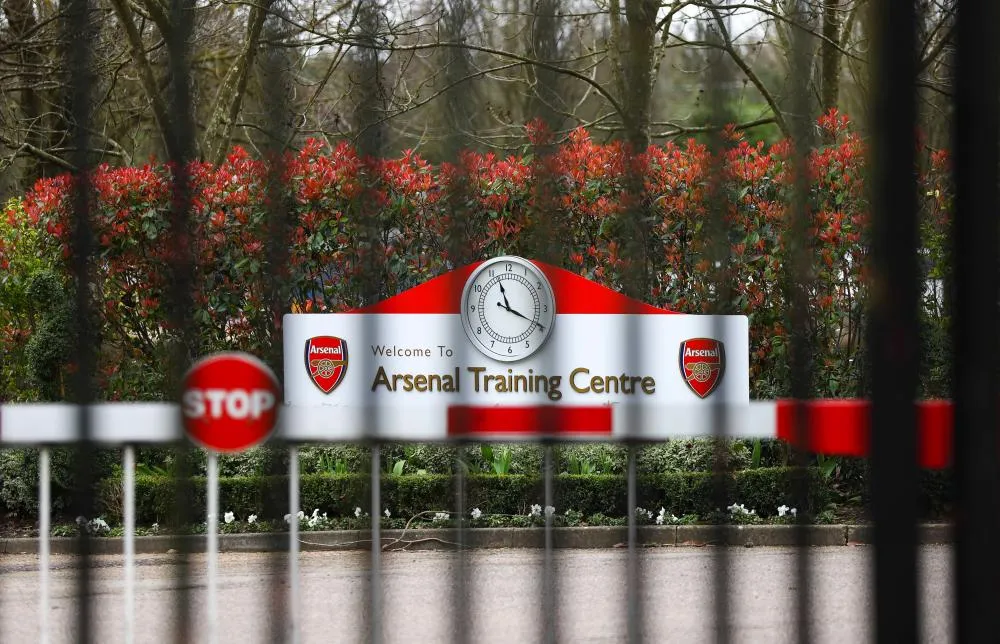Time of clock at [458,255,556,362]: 11:19
